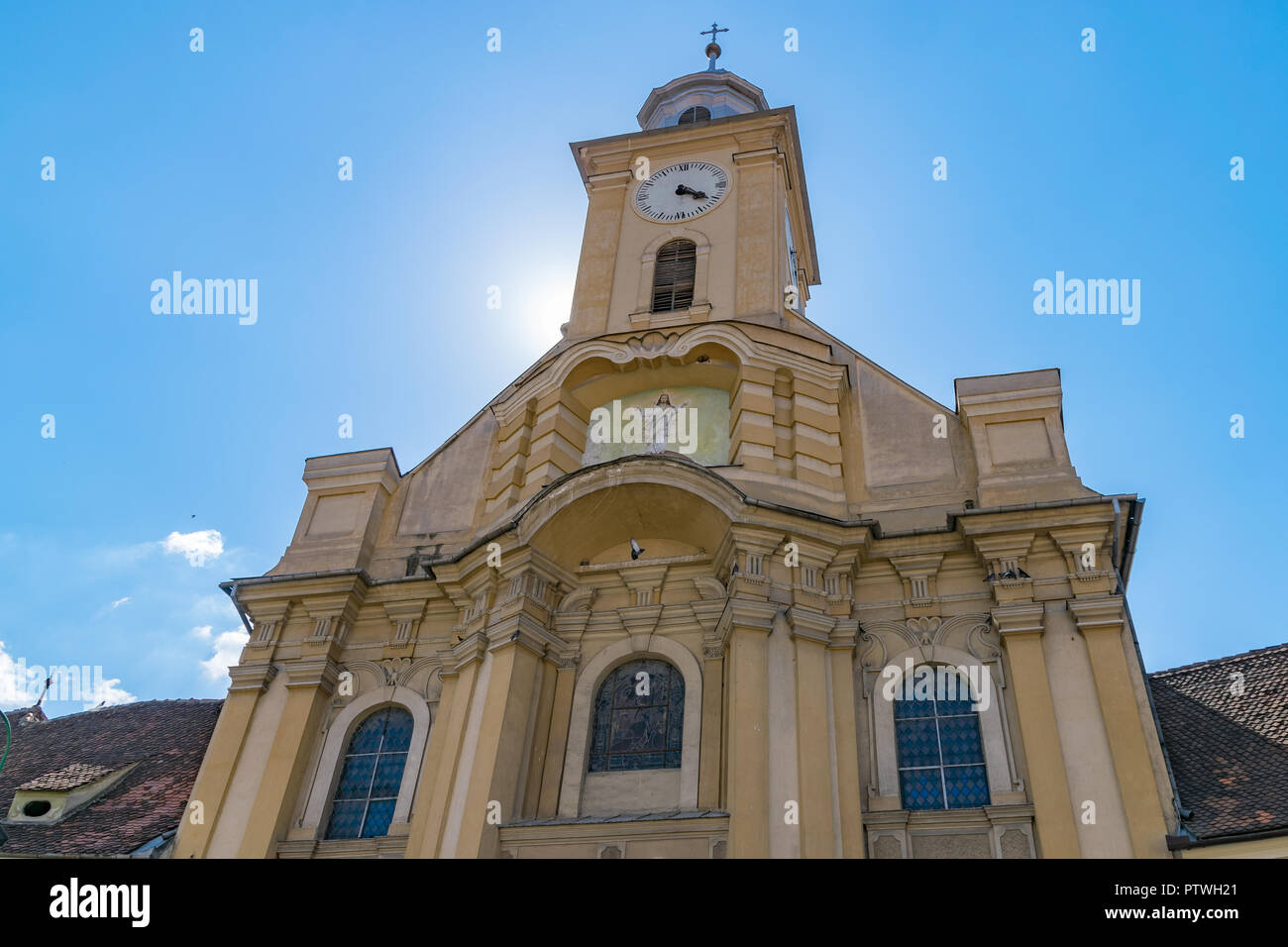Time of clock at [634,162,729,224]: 4:20
